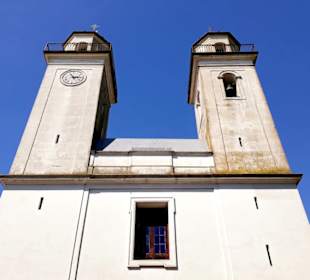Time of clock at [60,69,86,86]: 2:56
